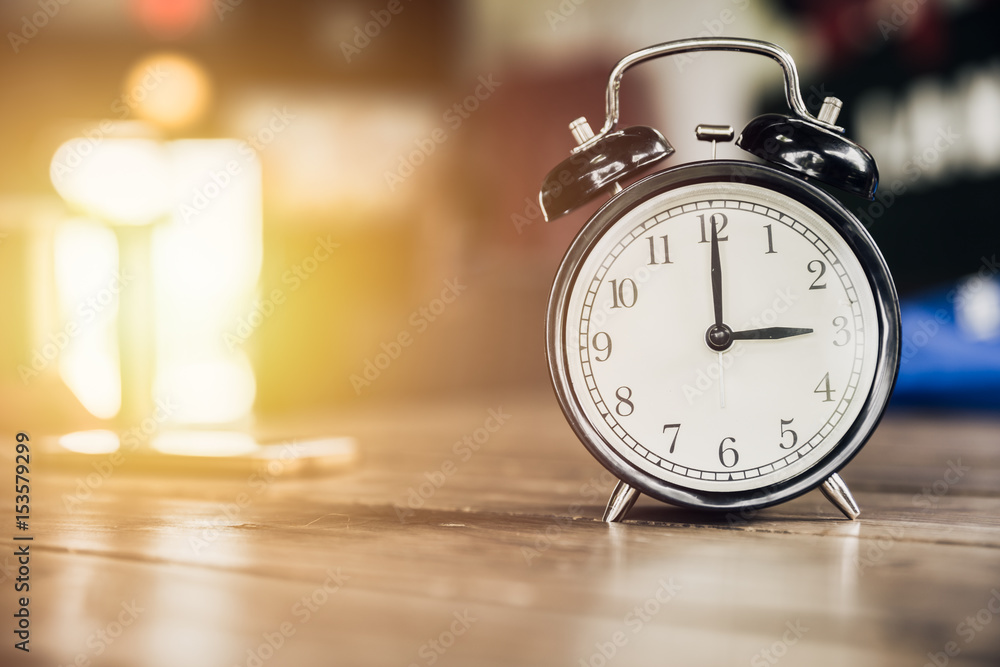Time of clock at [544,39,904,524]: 3:00
